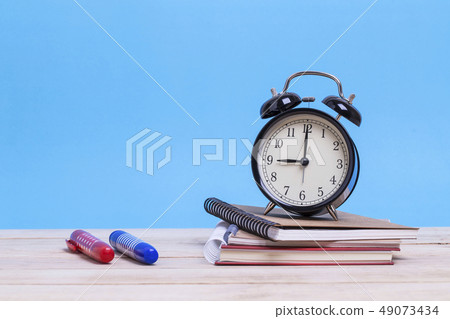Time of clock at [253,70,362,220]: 9:00
